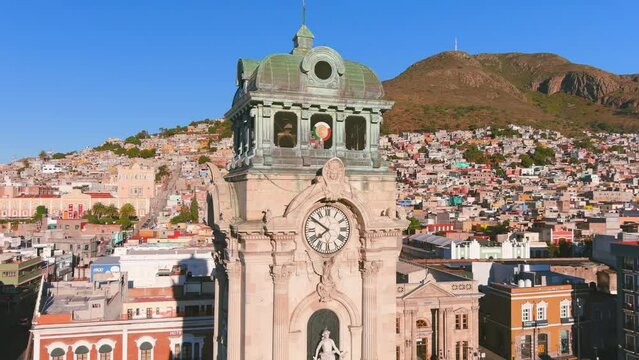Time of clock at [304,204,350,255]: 7:50
